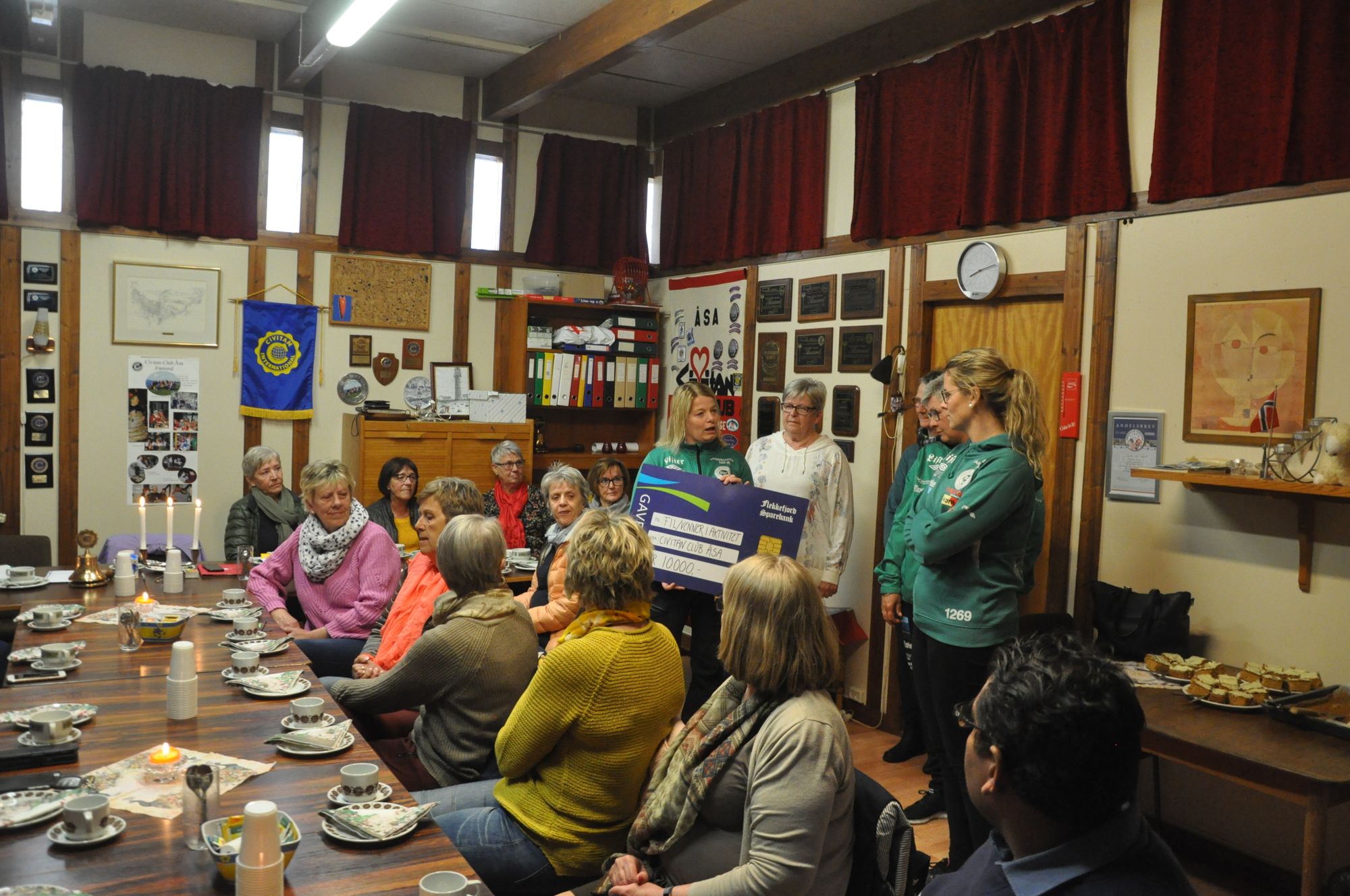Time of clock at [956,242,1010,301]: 8:12
